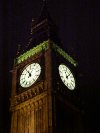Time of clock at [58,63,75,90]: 11:07
